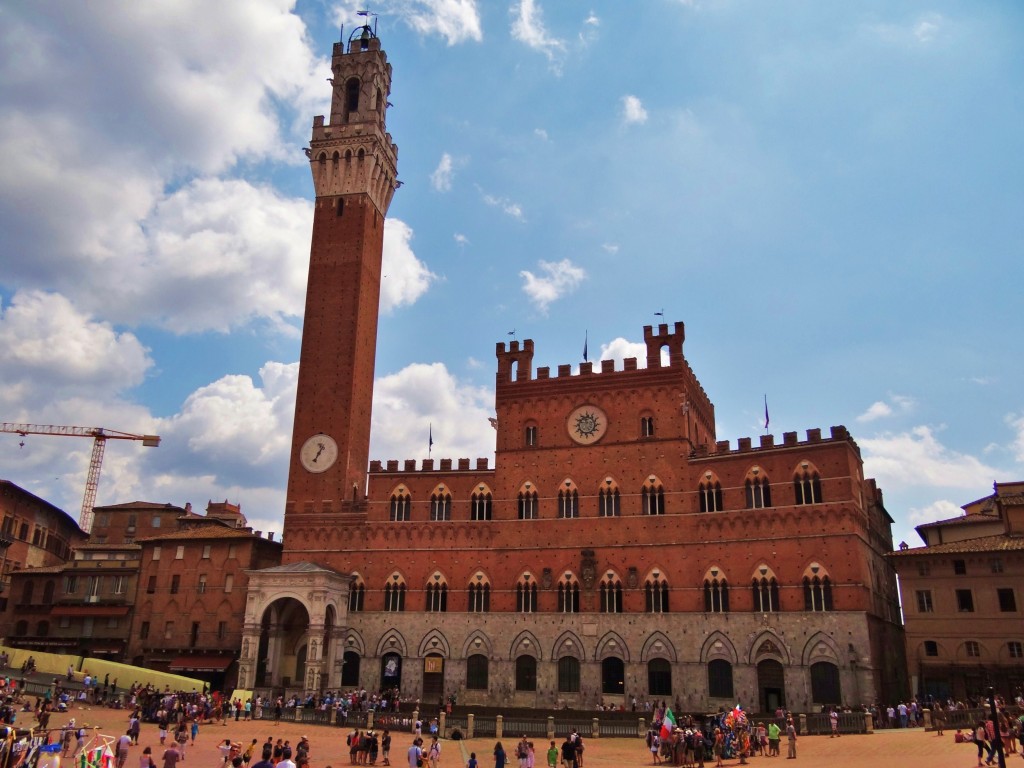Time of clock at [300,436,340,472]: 12:34
